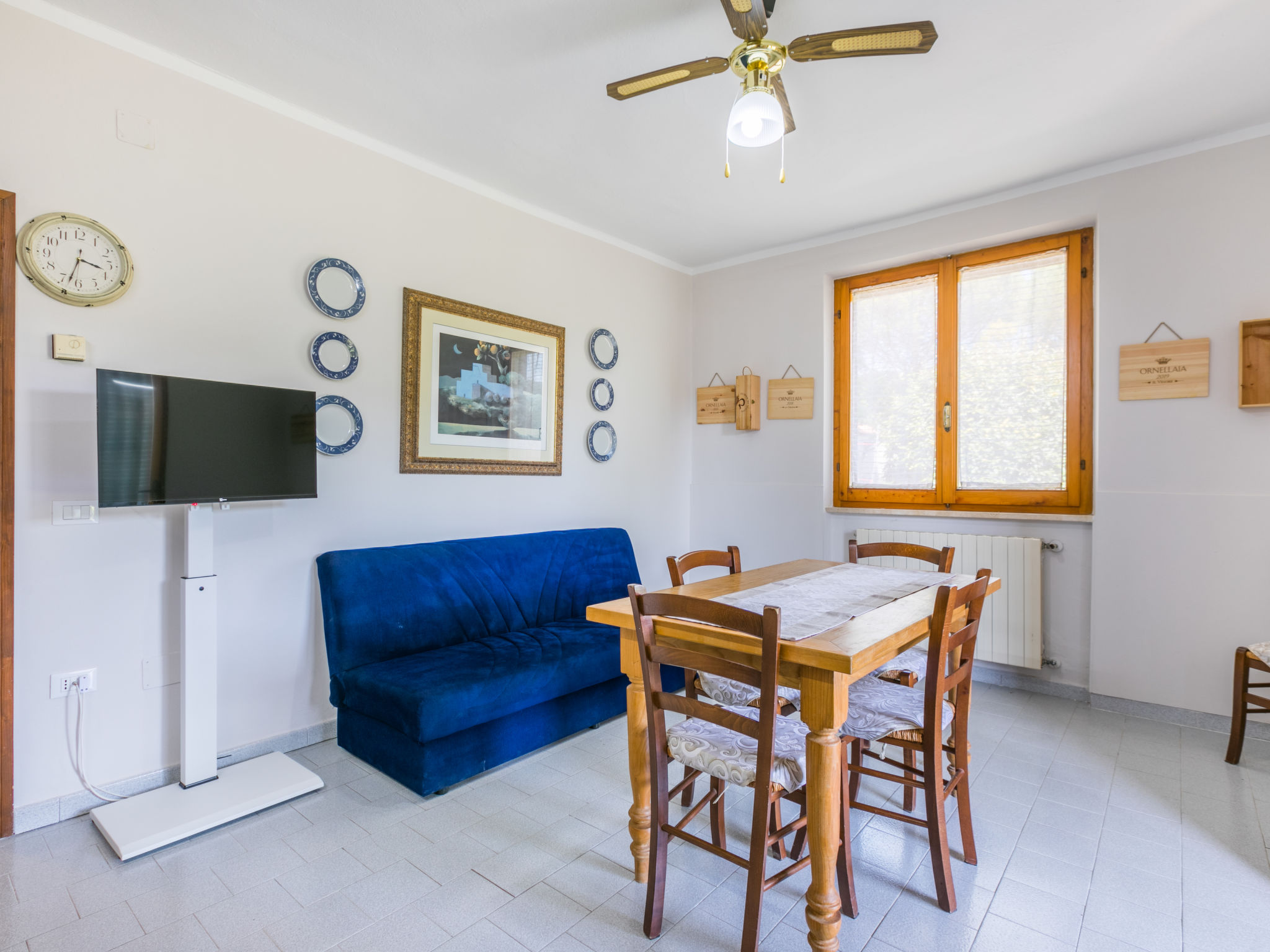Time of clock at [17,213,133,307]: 3:33
